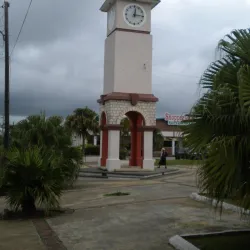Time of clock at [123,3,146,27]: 12:14
